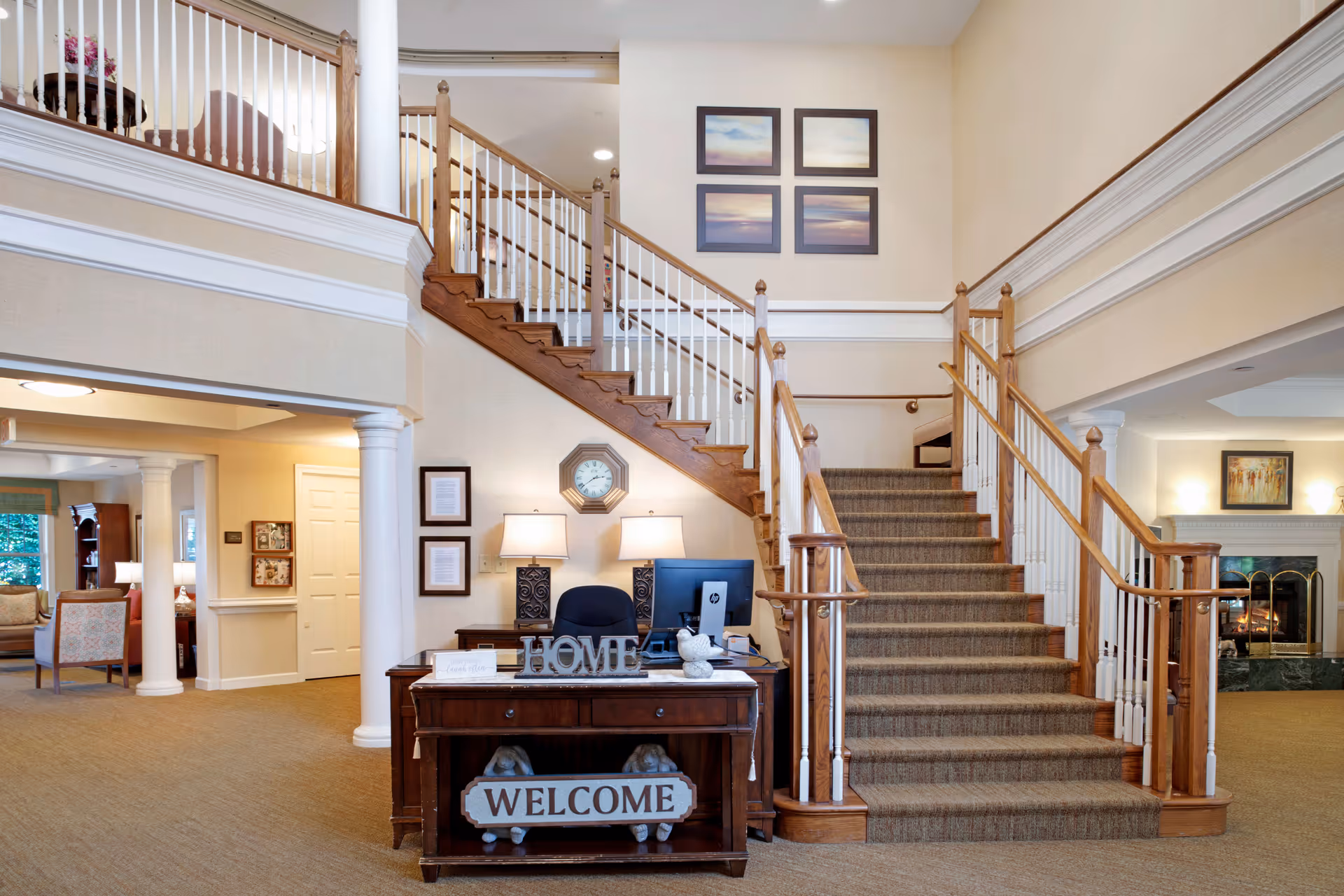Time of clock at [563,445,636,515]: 2:38
